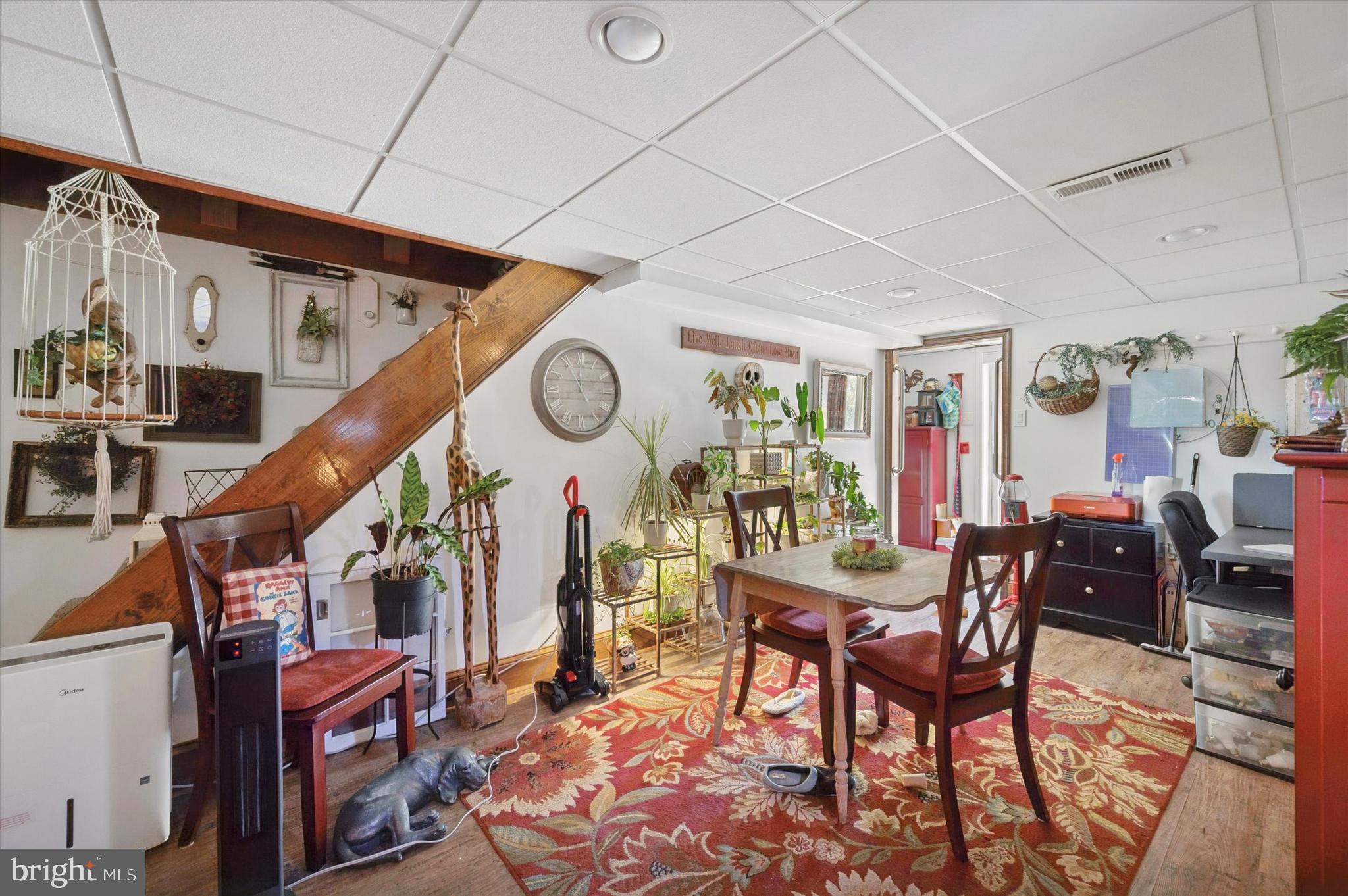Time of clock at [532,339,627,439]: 11:55
